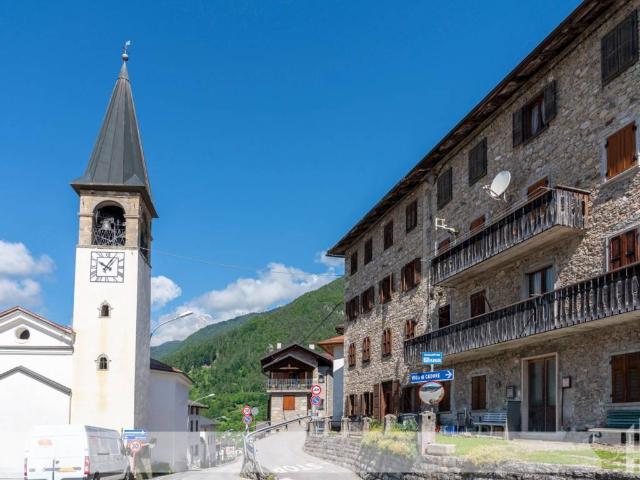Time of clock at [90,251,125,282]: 10:05
